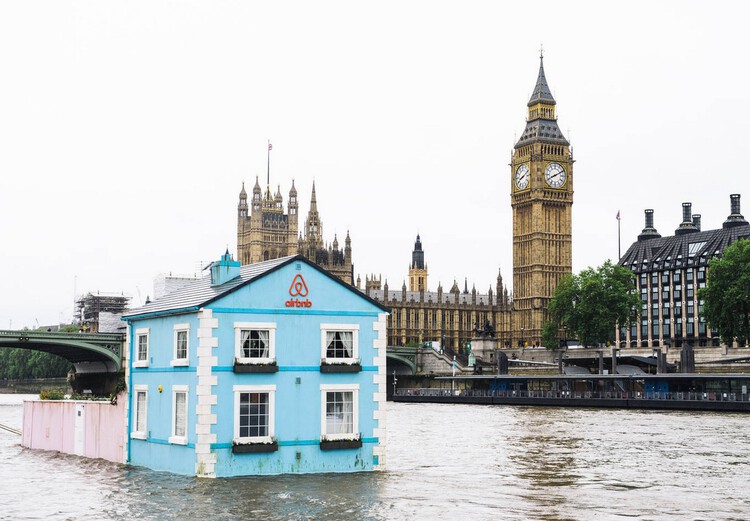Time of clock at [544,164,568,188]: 8:10
